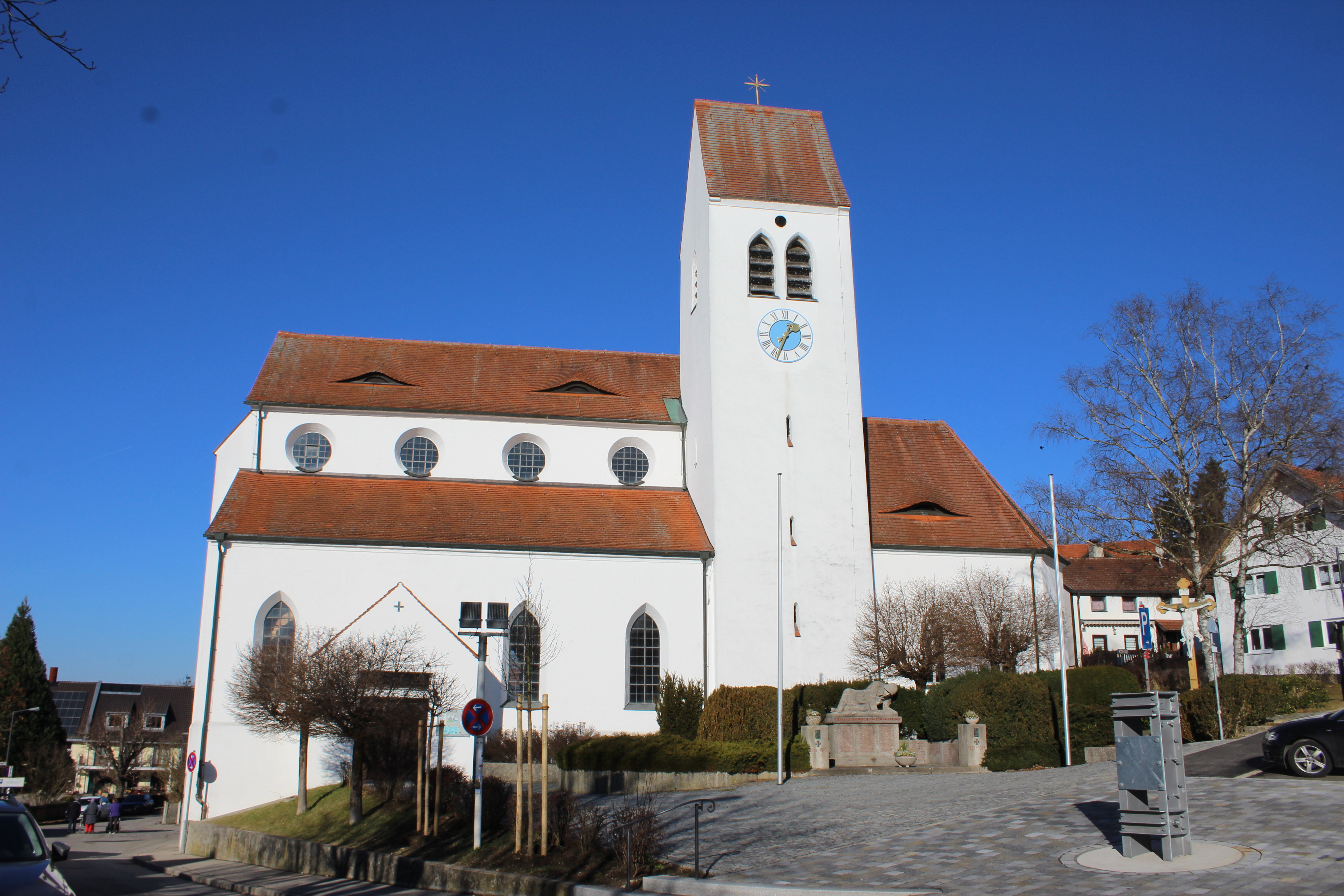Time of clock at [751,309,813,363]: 1:33
